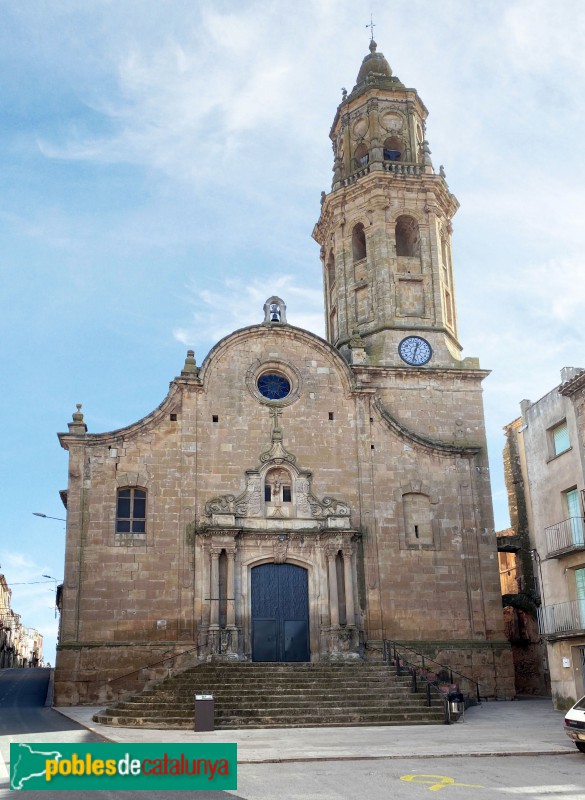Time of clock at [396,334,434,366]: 12:32
